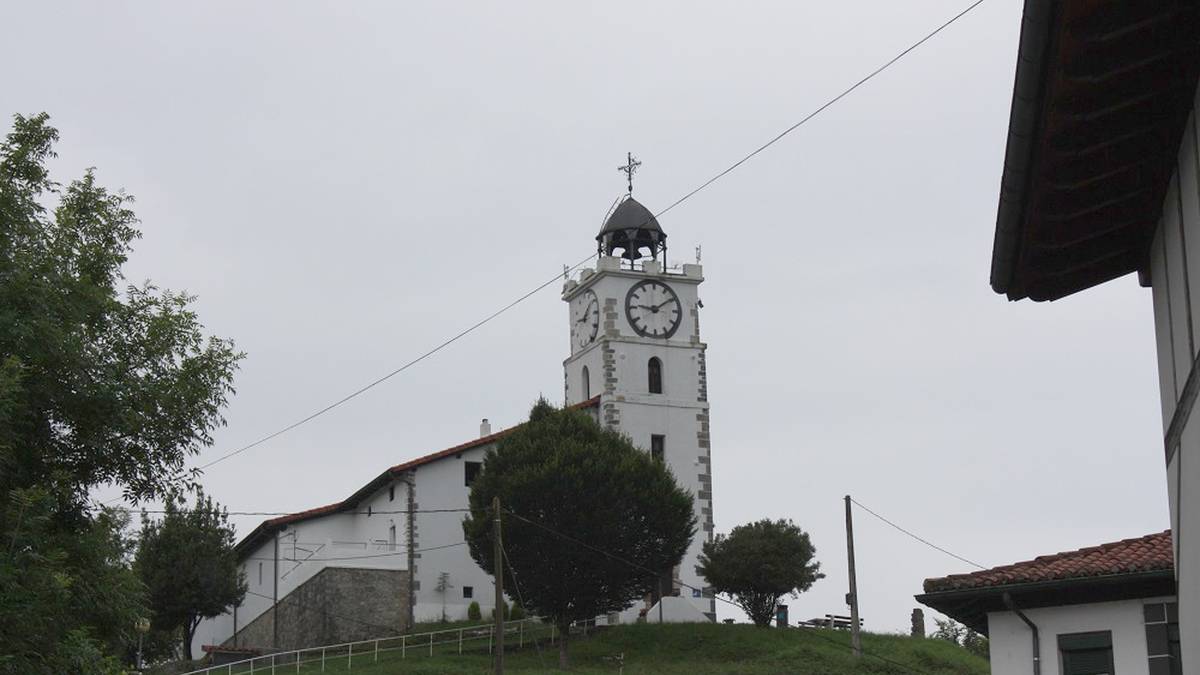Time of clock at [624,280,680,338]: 9:09
